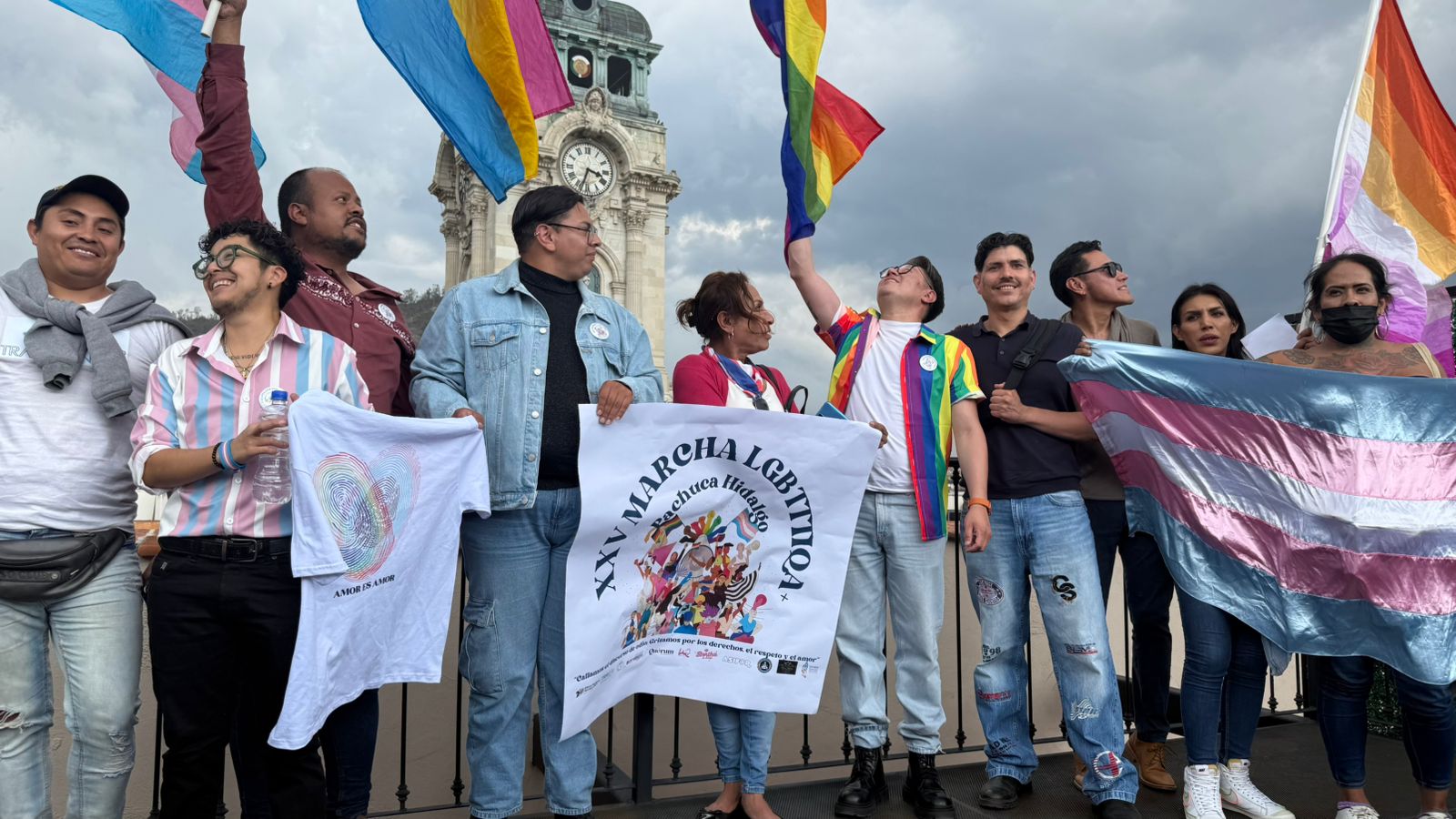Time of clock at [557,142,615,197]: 3:33
